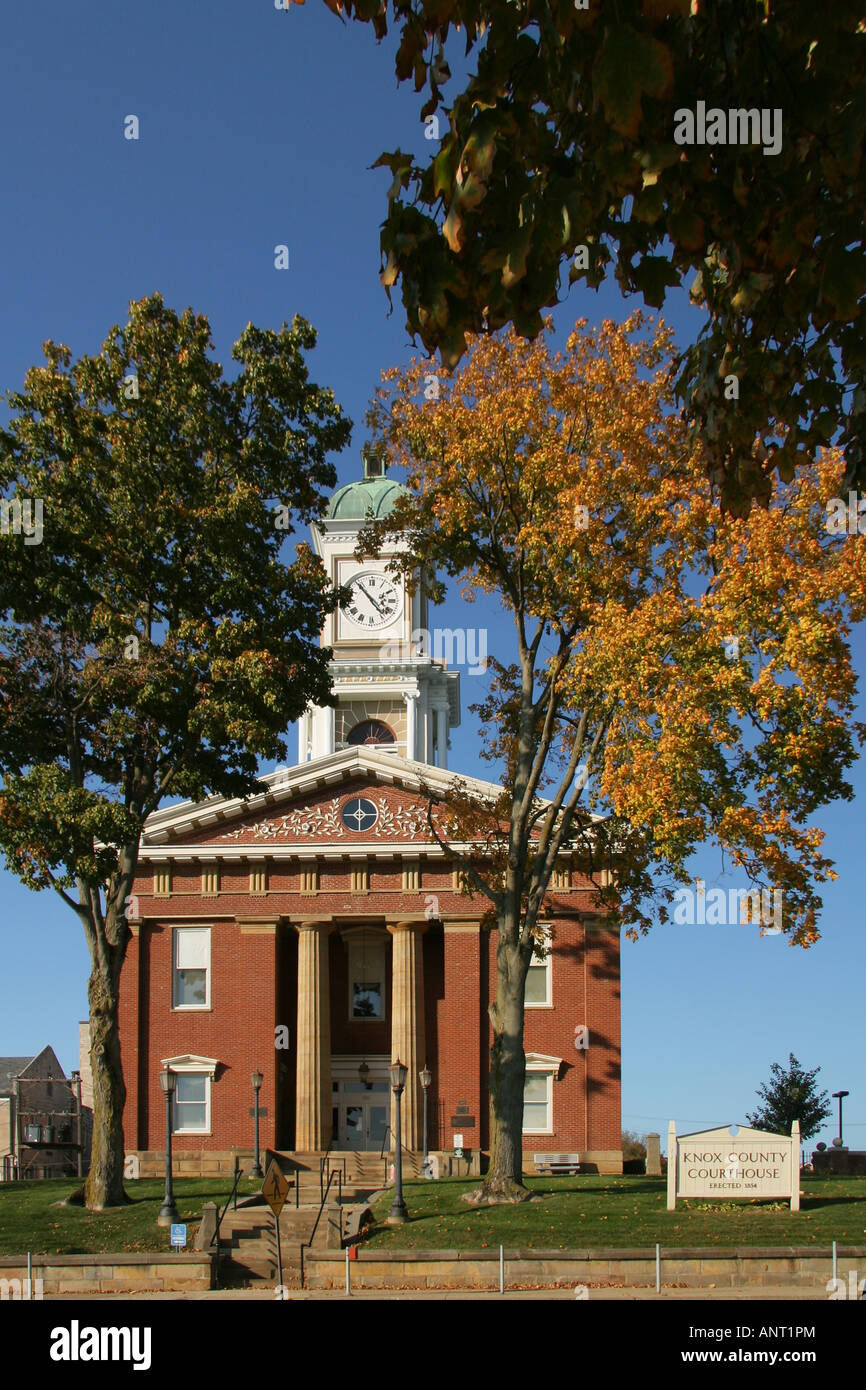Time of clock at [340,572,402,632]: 4:53
